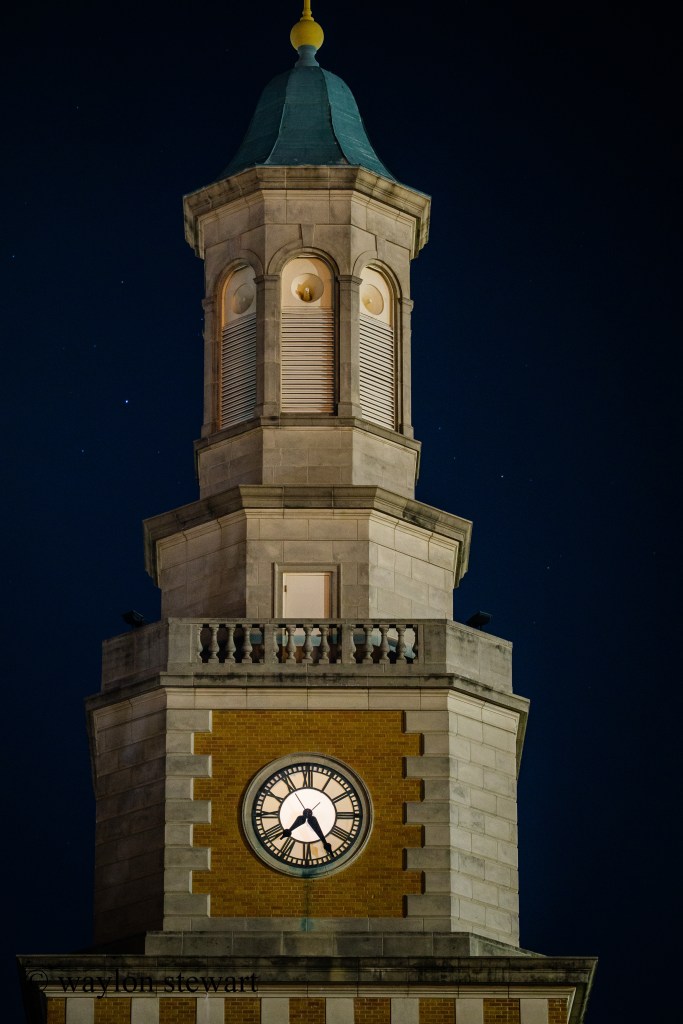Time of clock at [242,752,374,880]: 7:24
